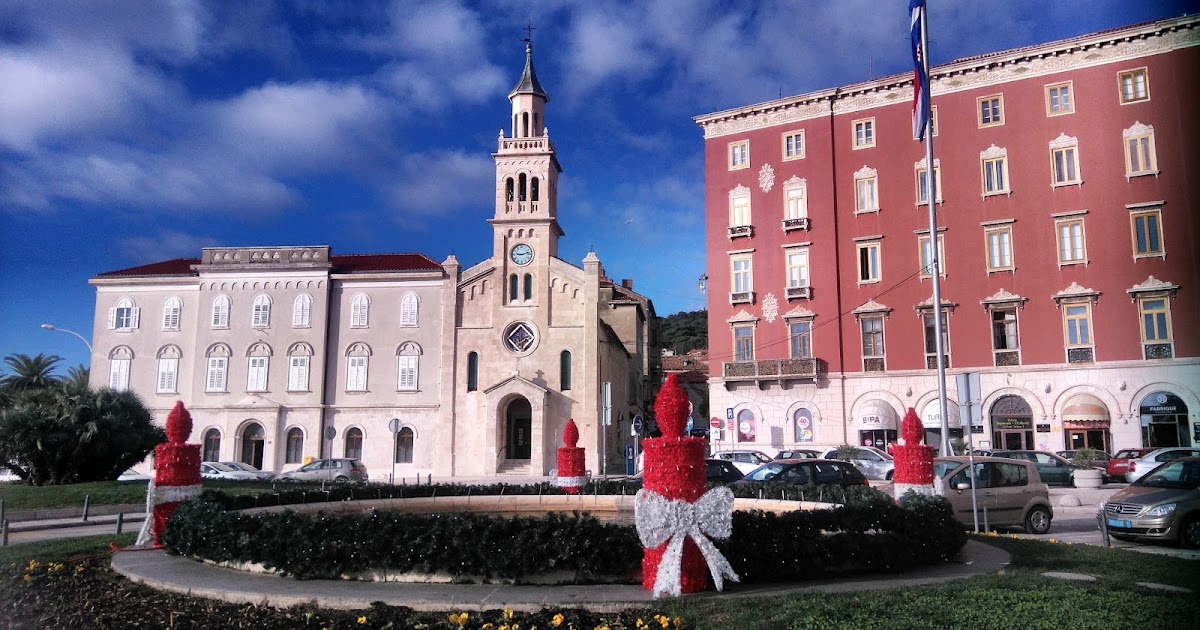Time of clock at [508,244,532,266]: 9:12
